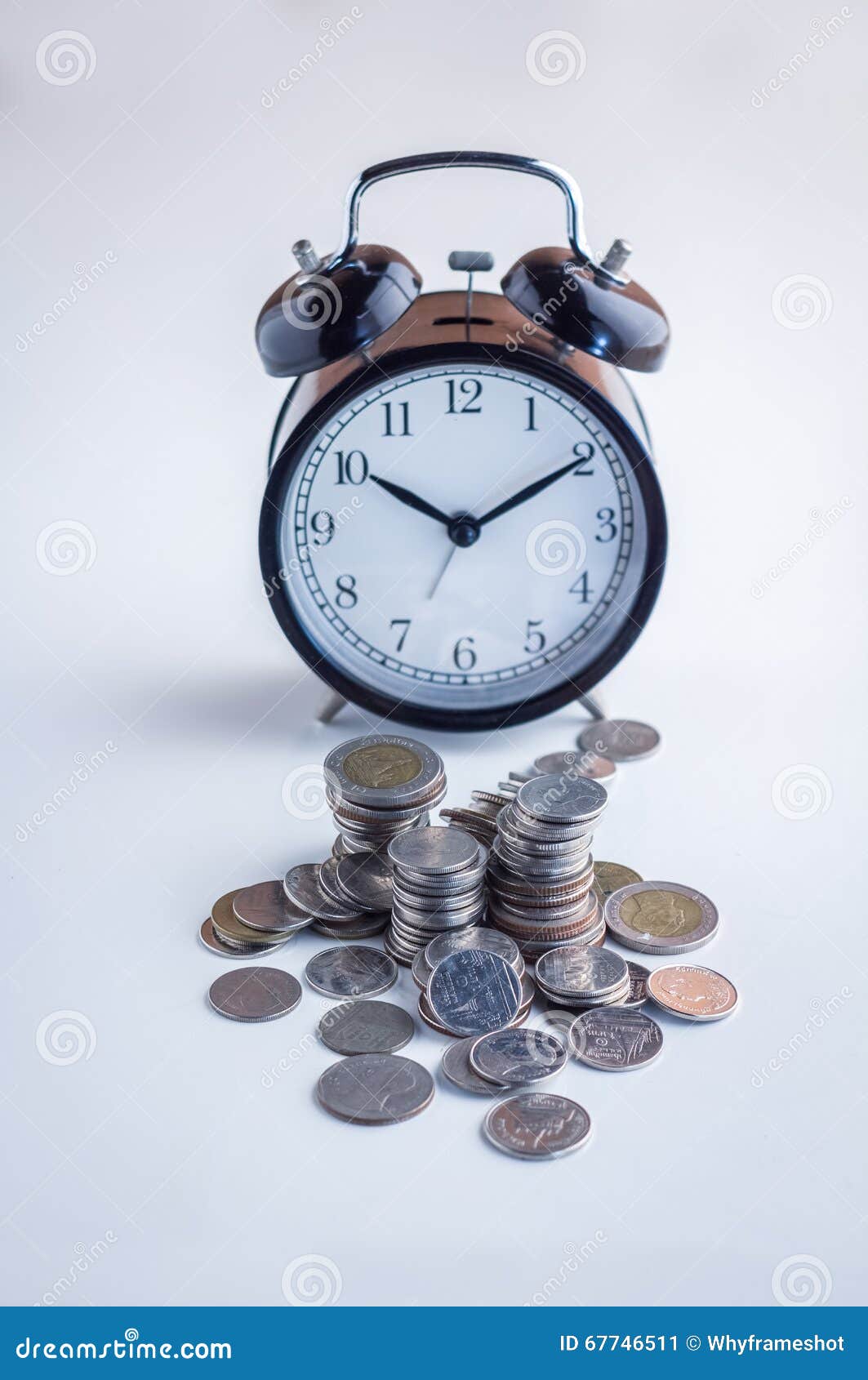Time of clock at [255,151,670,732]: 10:09
